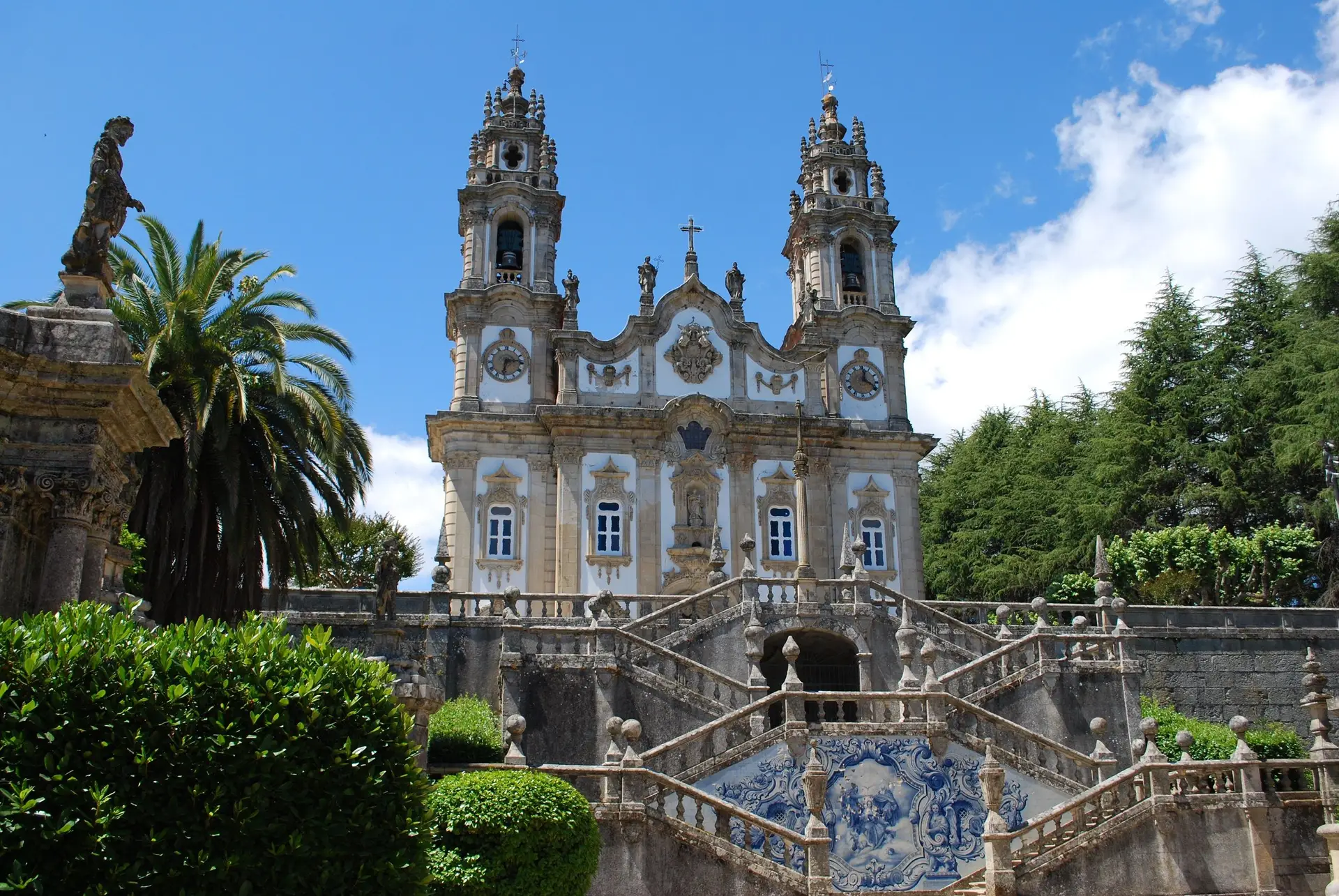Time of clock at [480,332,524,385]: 6:14
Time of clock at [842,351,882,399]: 12:19
